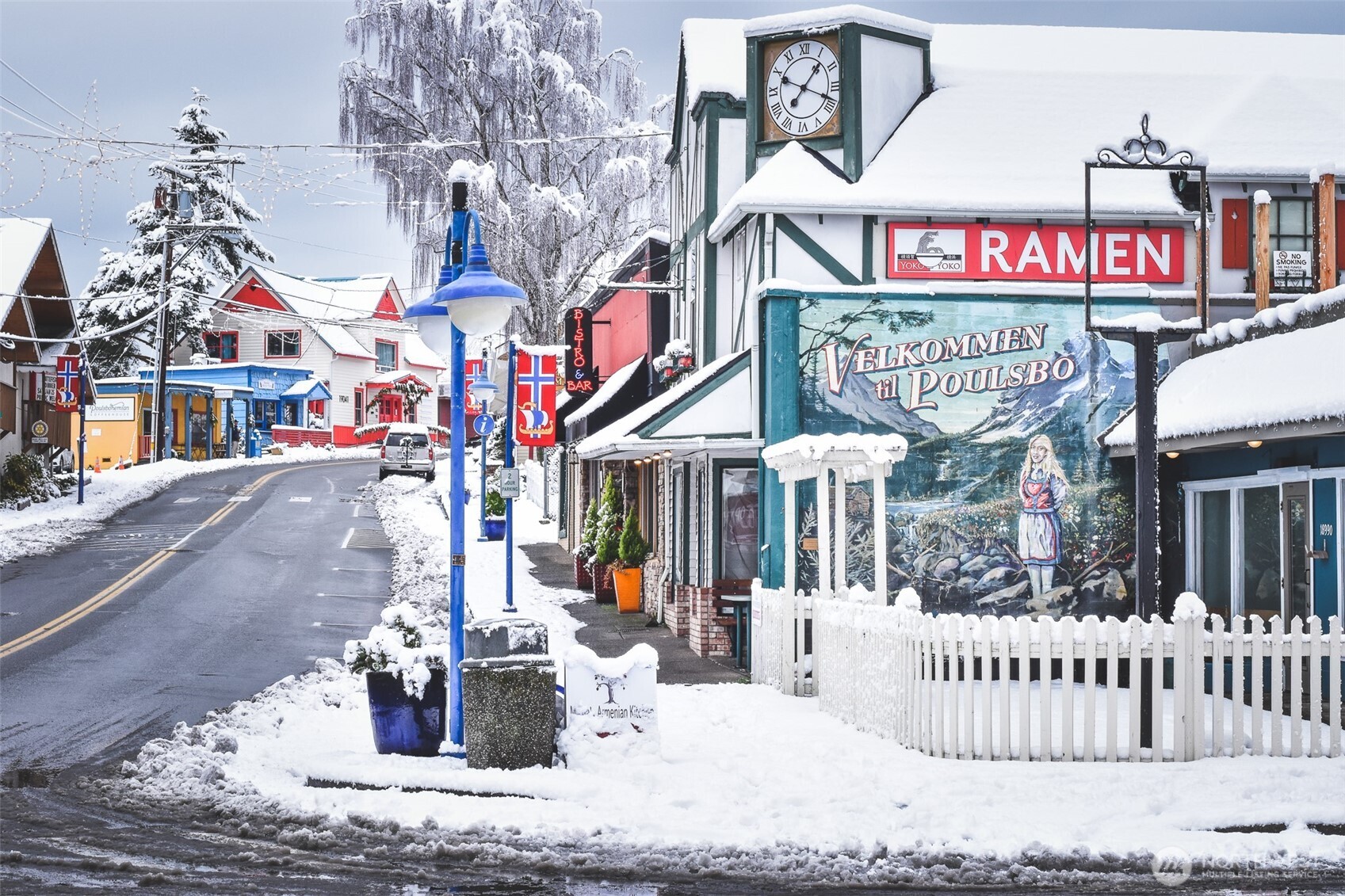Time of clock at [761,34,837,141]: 1:18
